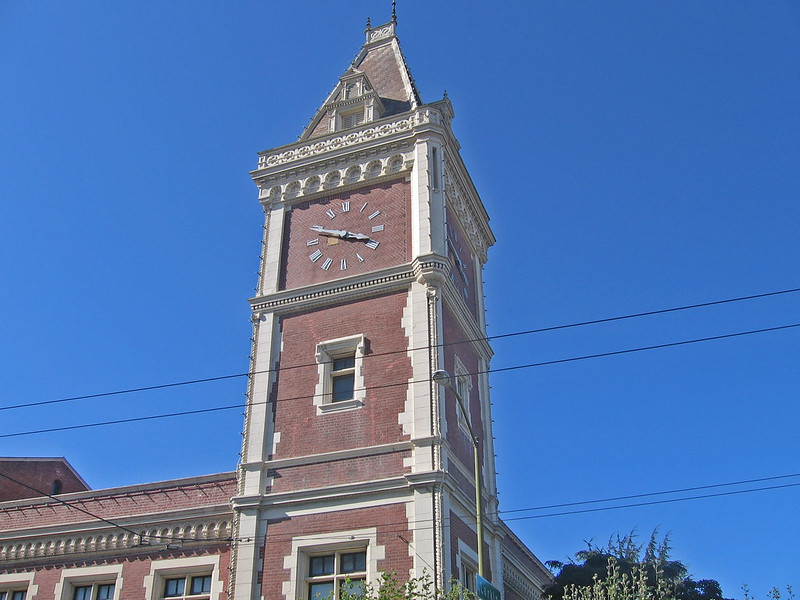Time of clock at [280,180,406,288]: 3:48
